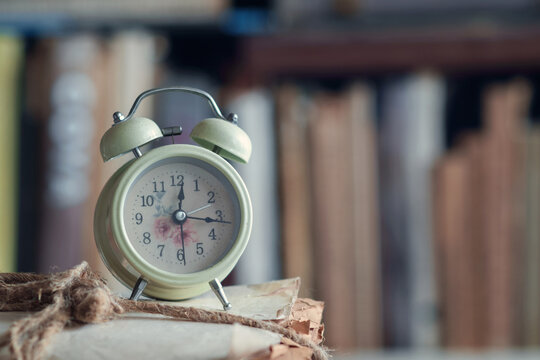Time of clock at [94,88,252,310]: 12:16
